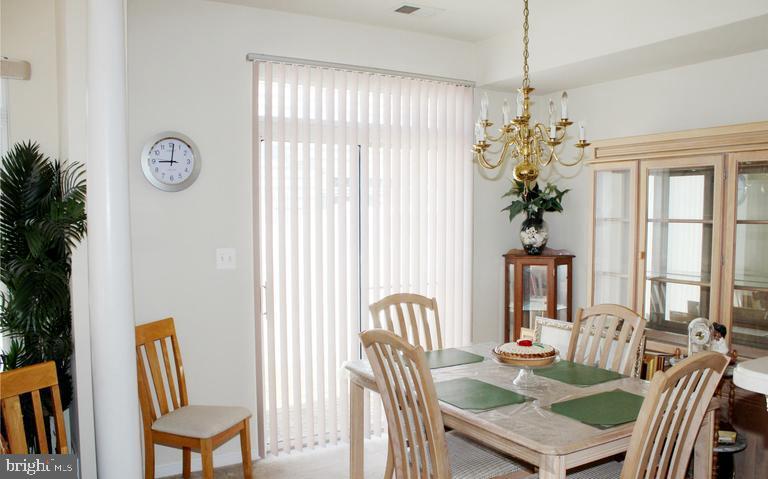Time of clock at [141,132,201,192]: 9:01
